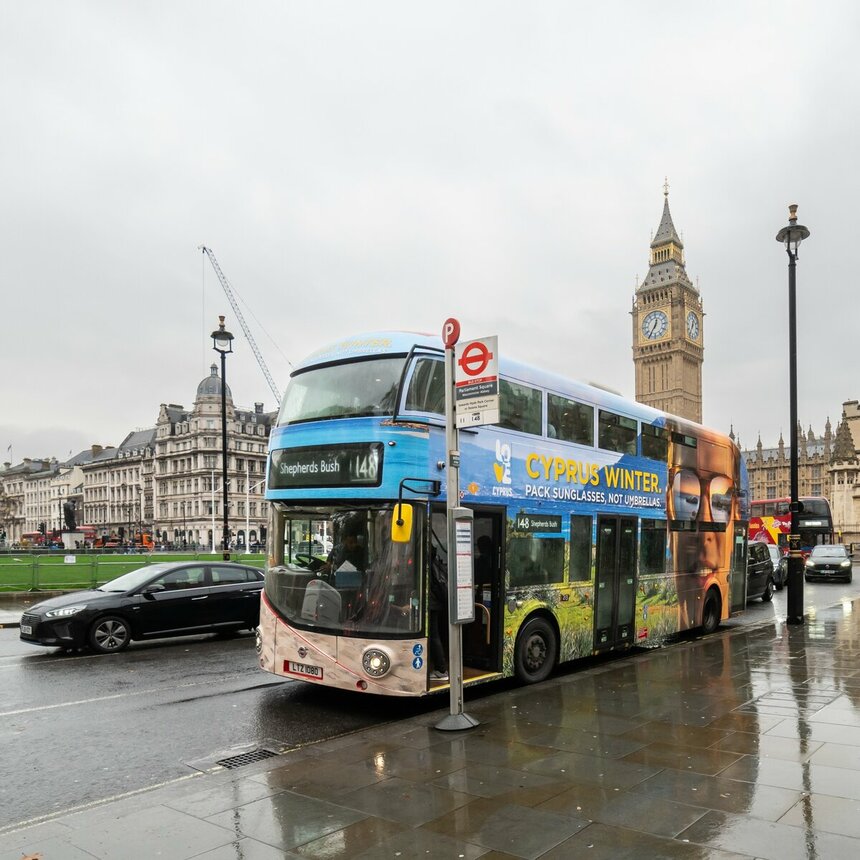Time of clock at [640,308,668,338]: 12:35
